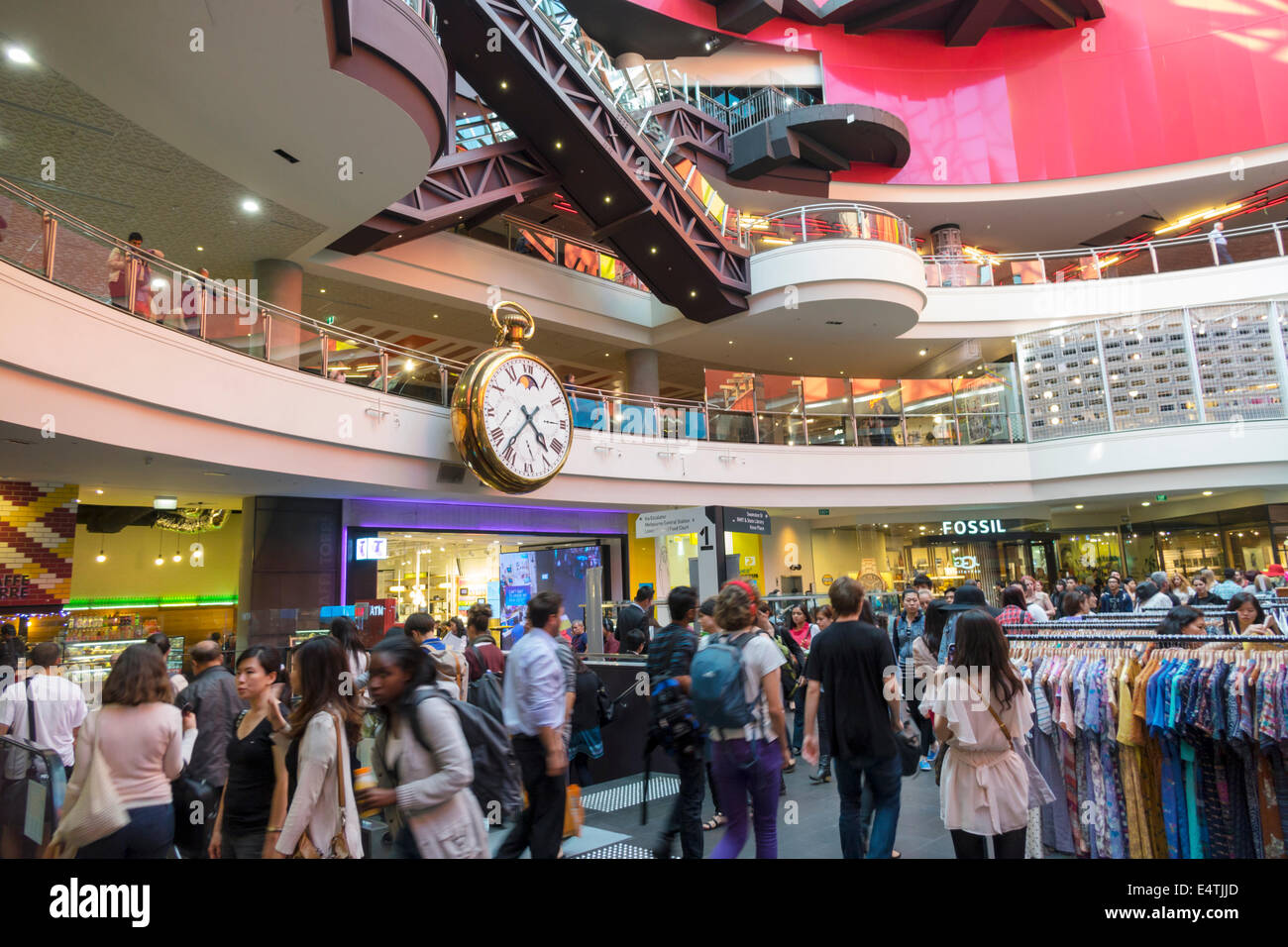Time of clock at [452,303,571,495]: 4:36
